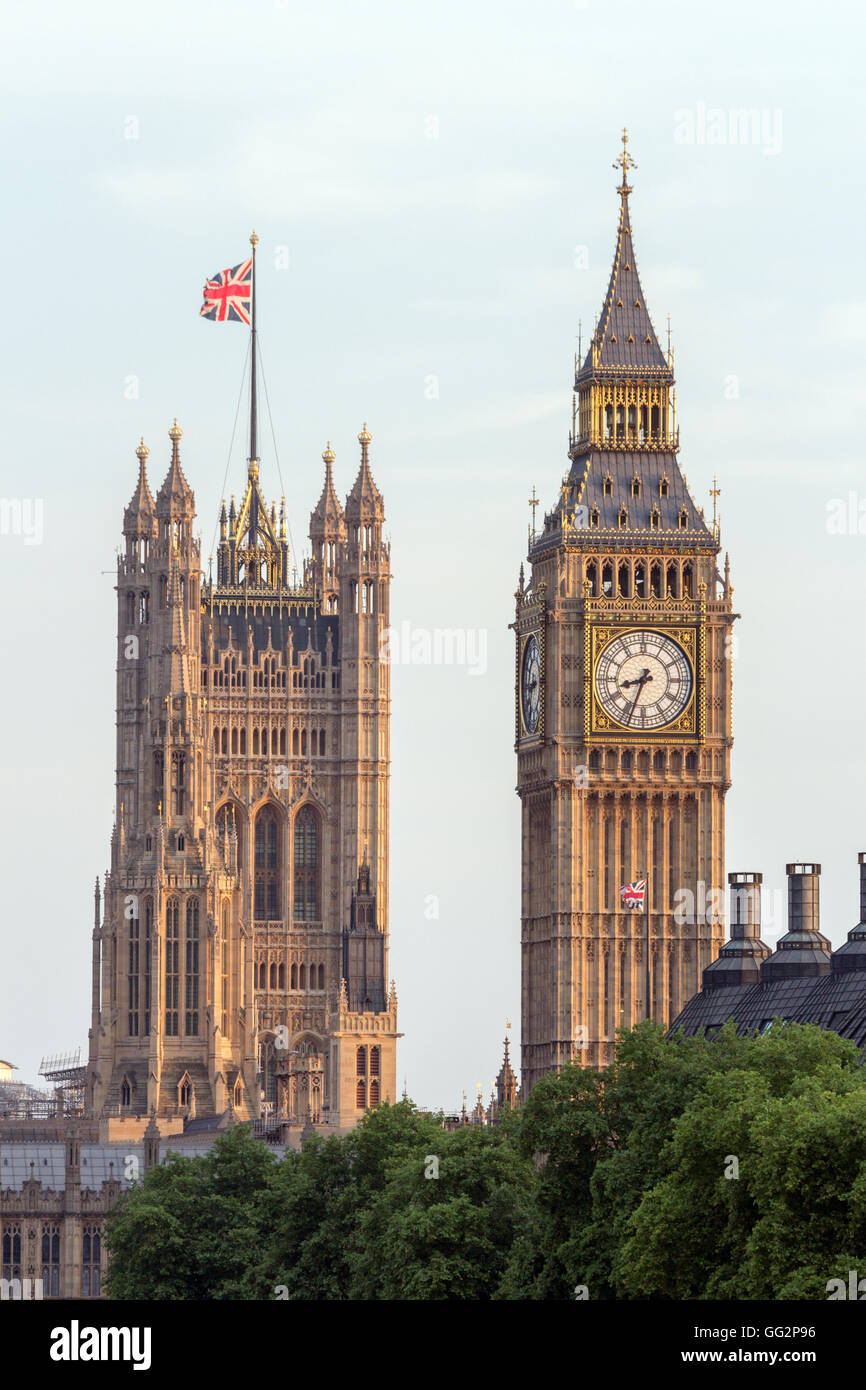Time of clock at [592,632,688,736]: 8:33
